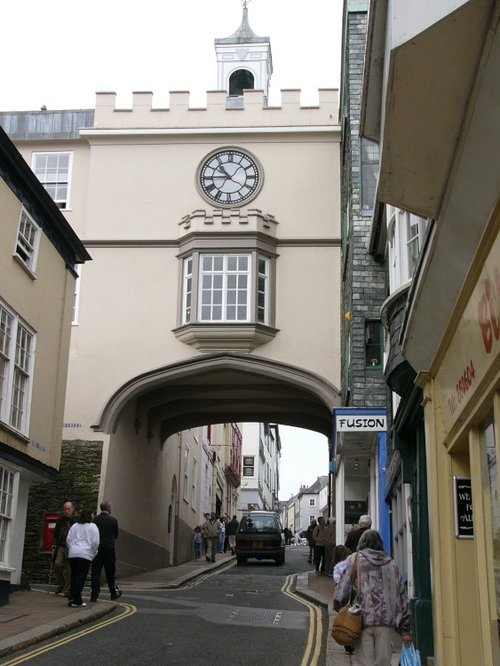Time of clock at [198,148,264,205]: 10:44
